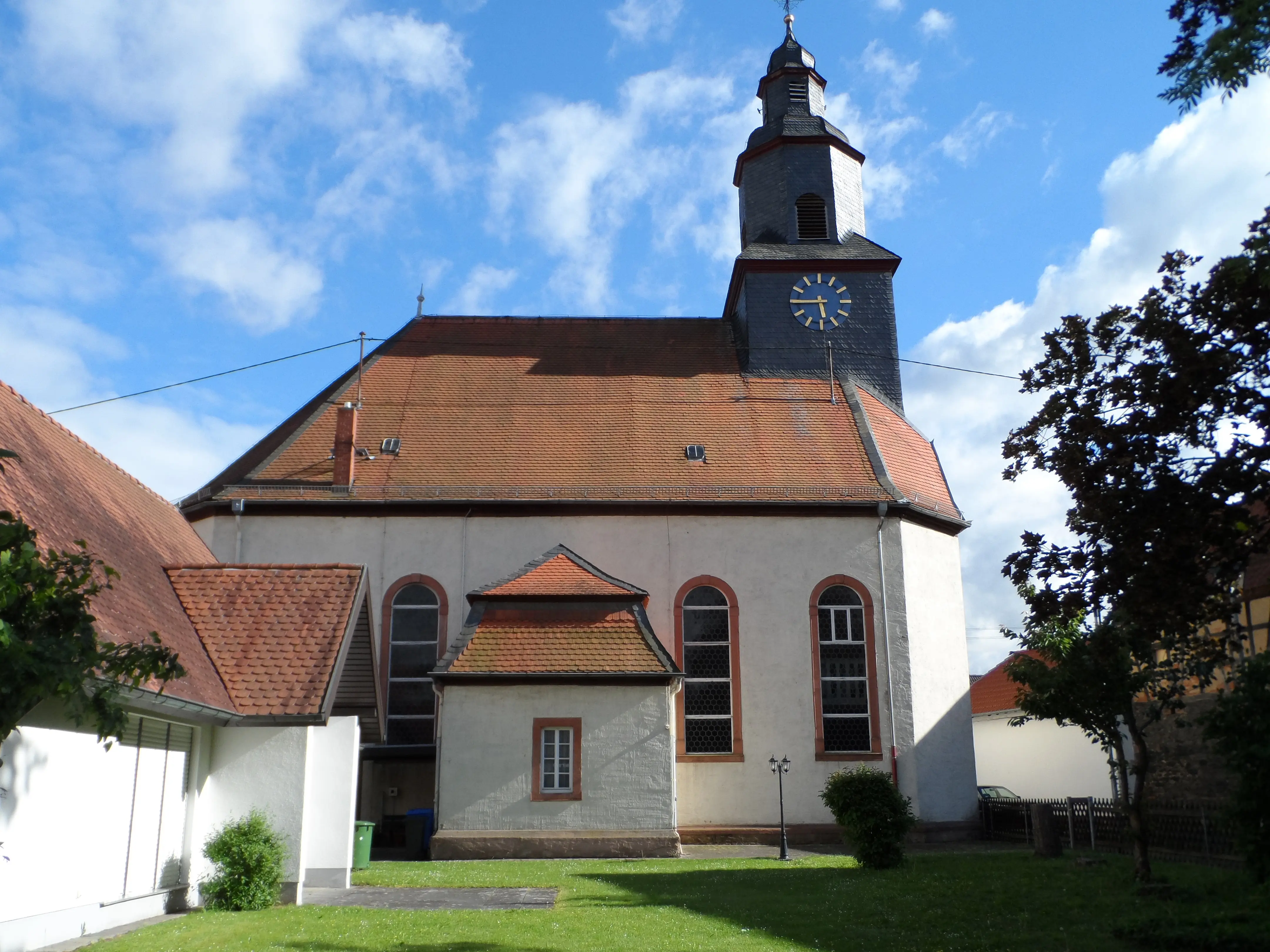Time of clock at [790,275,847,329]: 5:45
